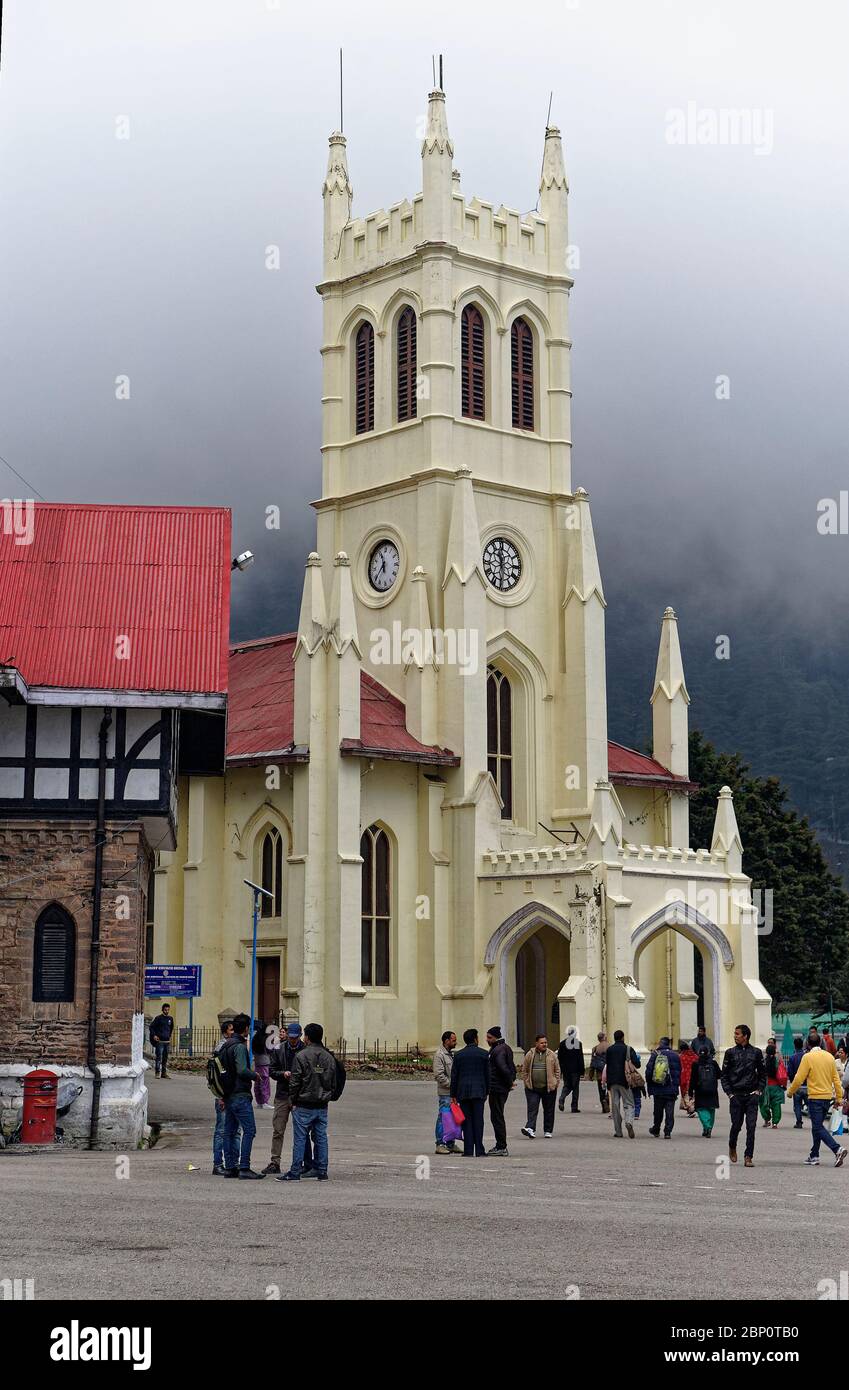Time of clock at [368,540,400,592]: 11:37
